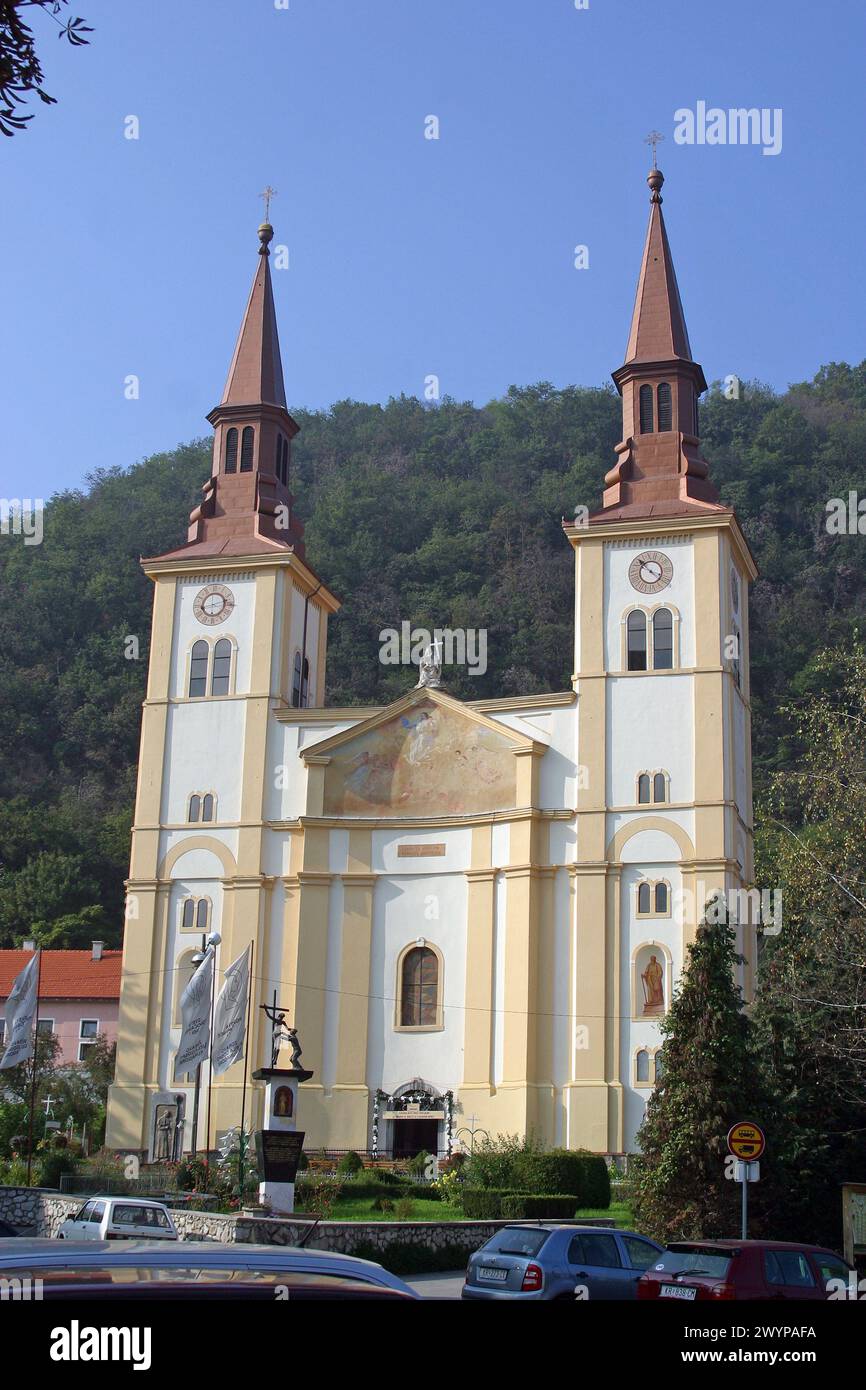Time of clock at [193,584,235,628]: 8:12
